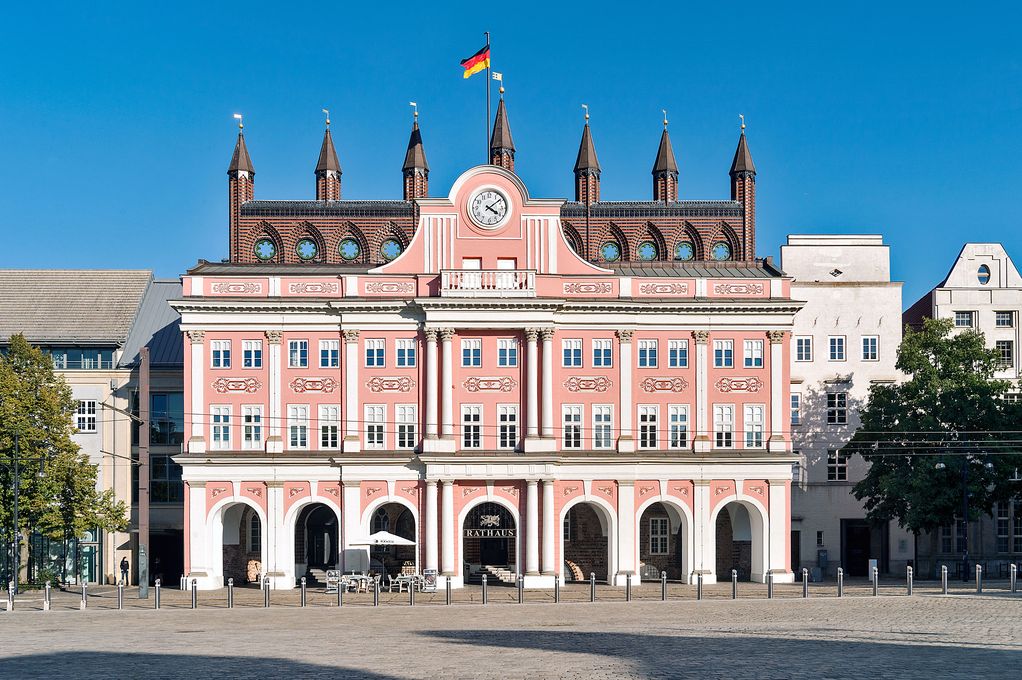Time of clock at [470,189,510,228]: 4:08
